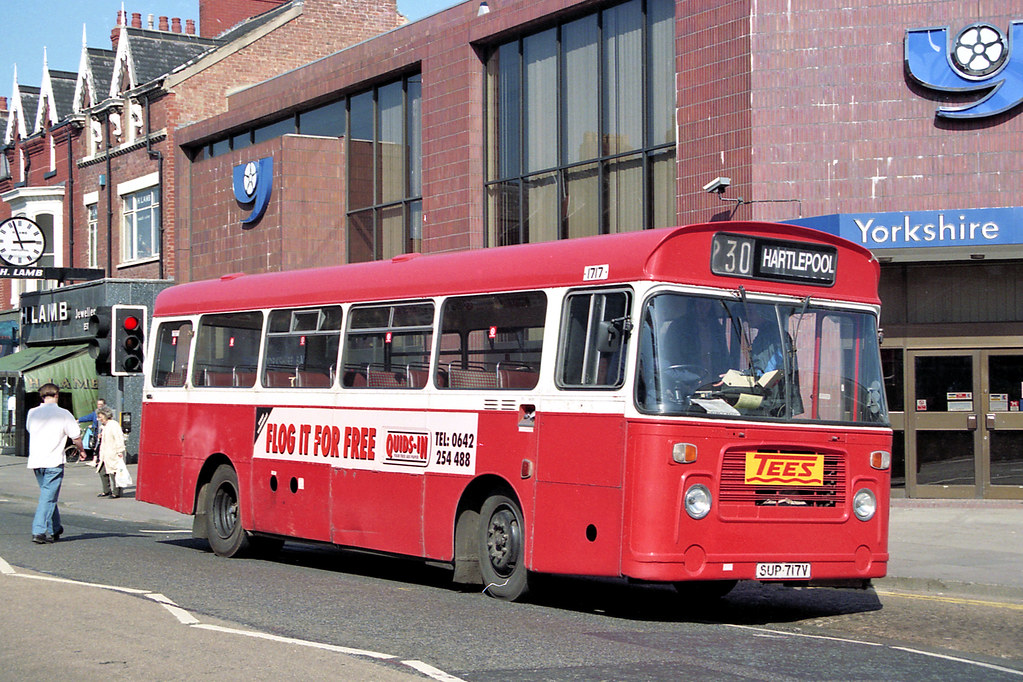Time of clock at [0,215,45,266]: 2:56
